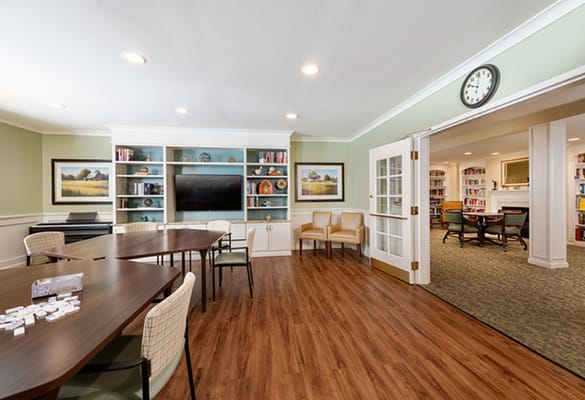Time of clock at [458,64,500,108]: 10:00
